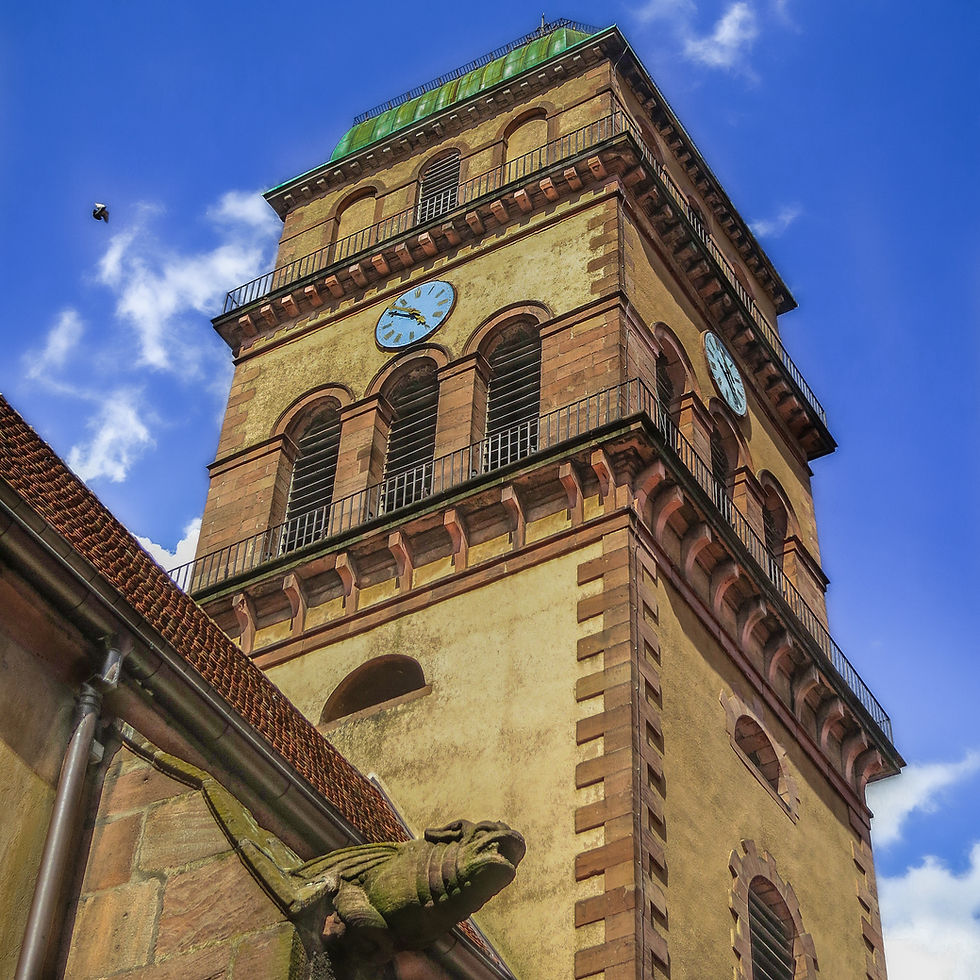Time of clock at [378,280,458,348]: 4:50
